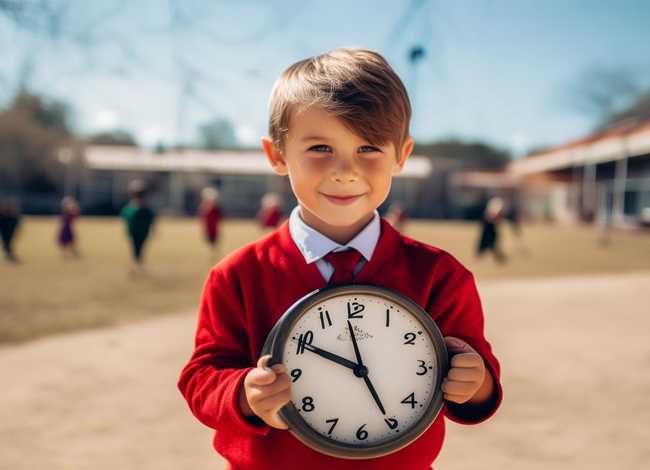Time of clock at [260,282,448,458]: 4:49
